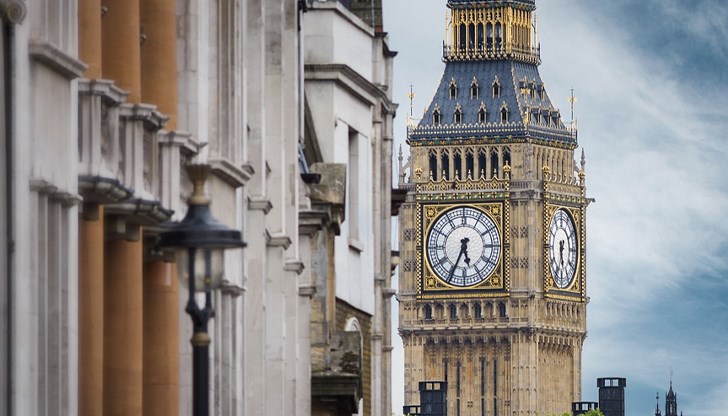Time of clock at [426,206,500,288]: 5:34
